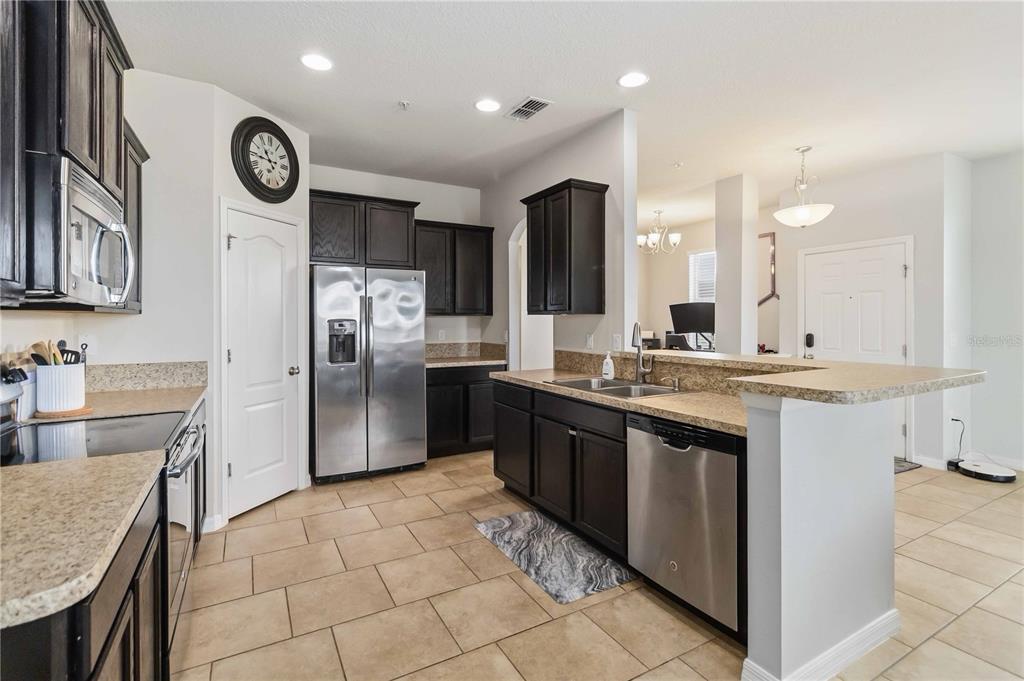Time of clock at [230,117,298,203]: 10:45
